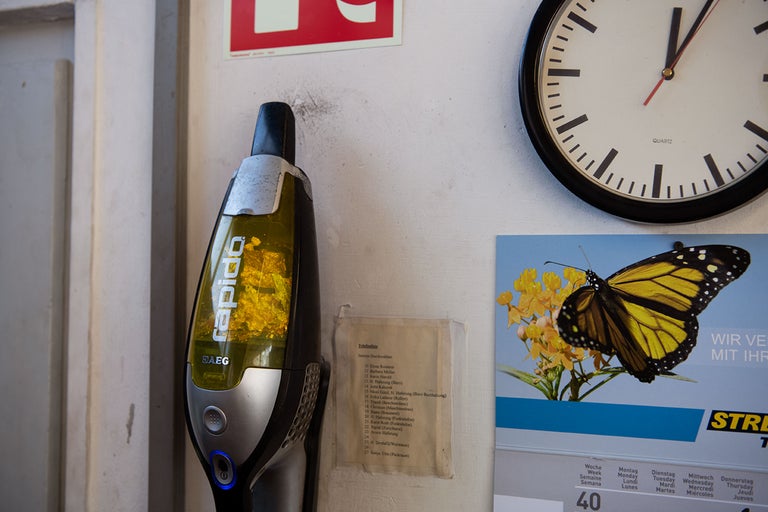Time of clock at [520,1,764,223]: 12:04
